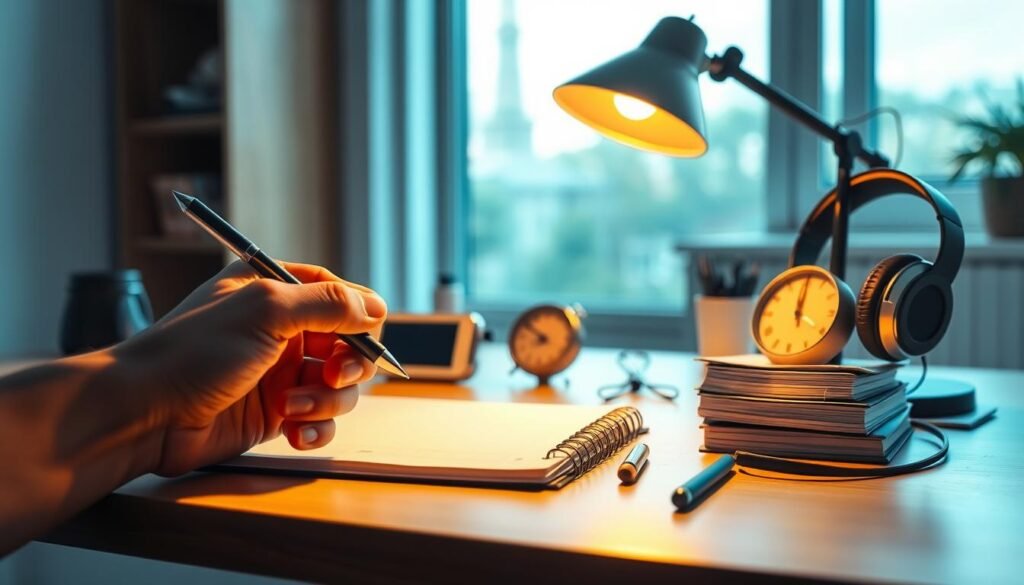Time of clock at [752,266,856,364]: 4:00
